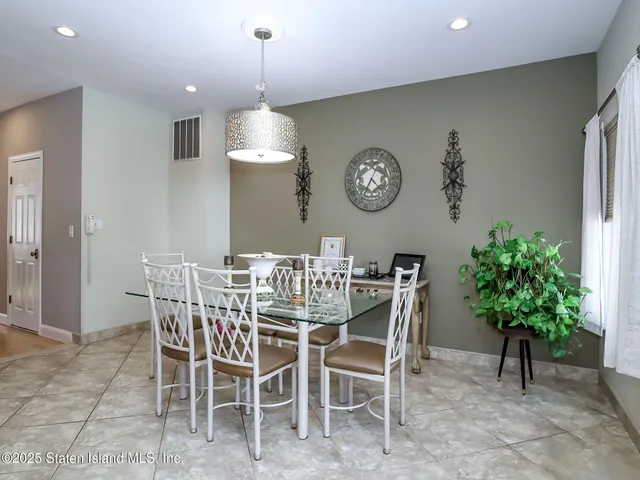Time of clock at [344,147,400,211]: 4:34
